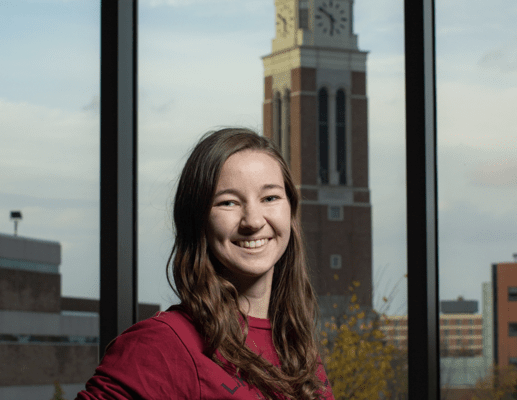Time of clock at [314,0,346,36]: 5:51
